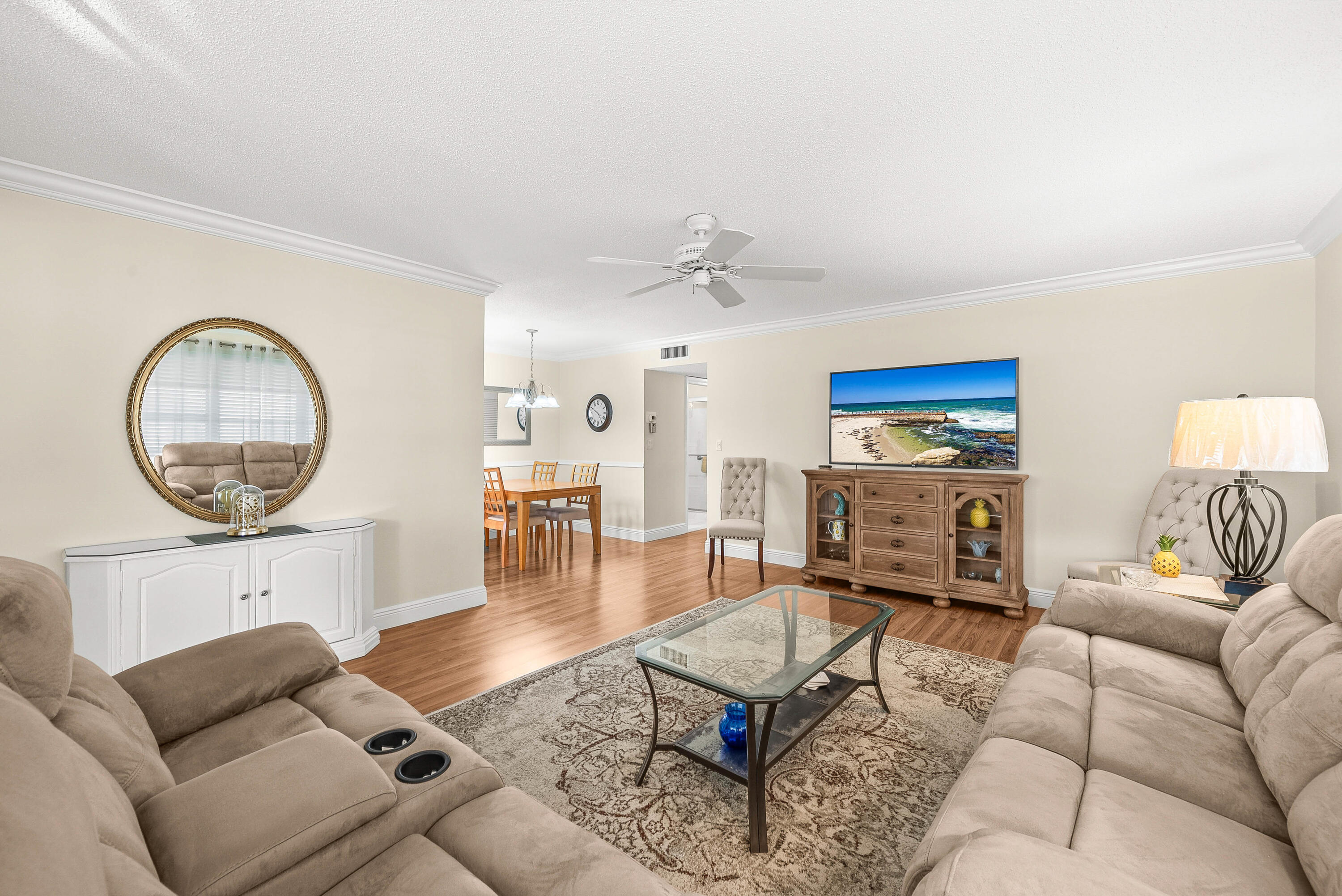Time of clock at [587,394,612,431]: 4:49
